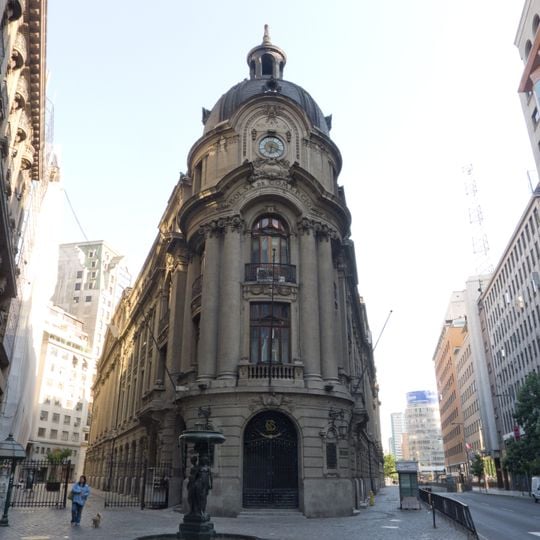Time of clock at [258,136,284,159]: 6:18
